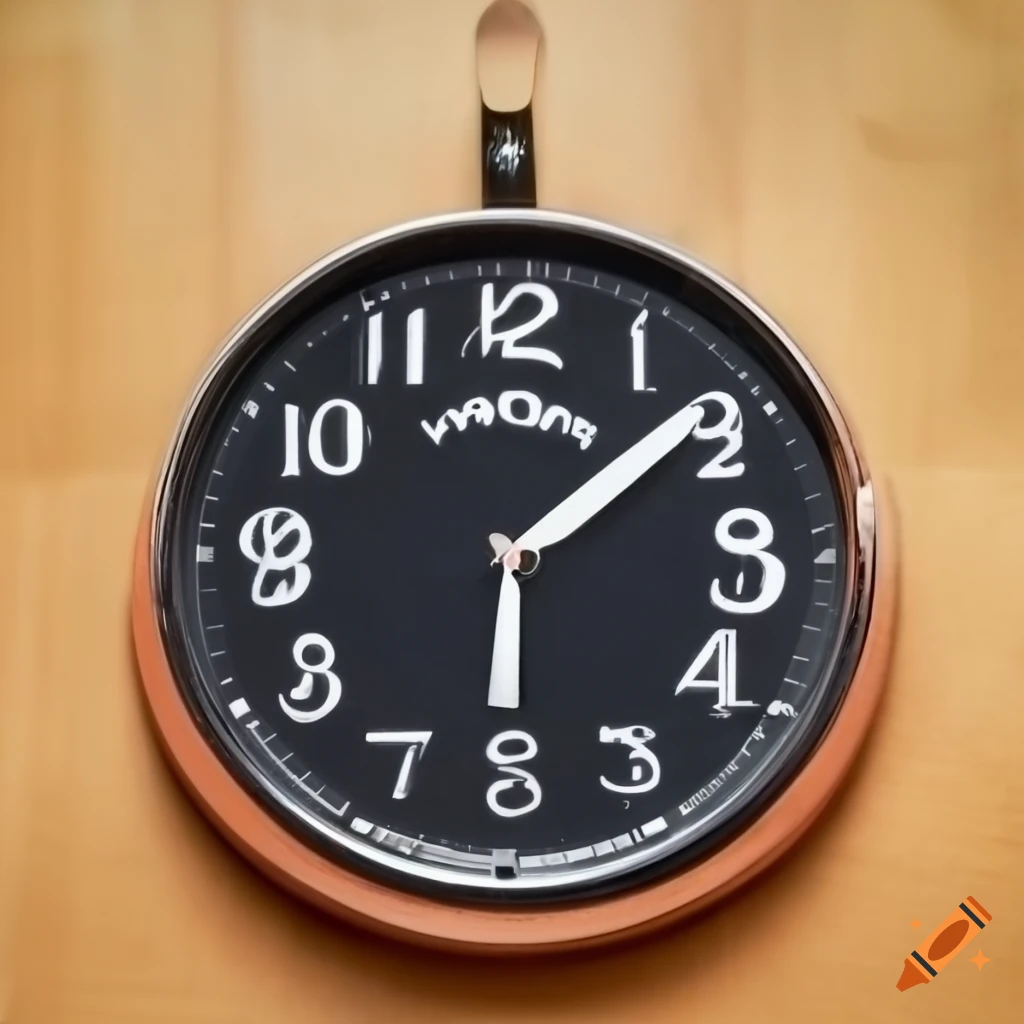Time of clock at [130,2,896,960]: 6:08
